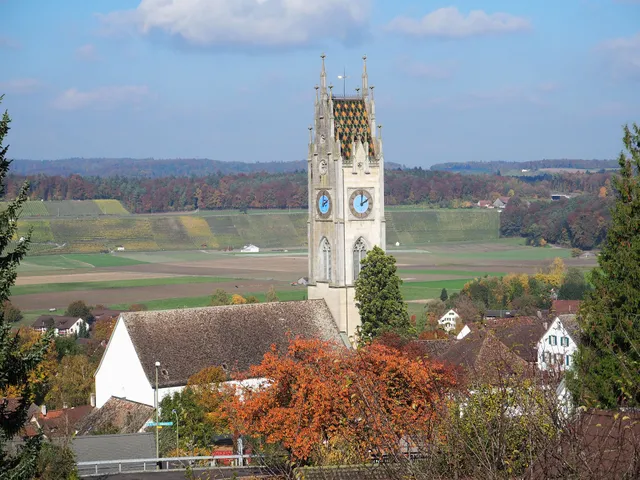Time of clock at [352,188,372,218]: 2:01
